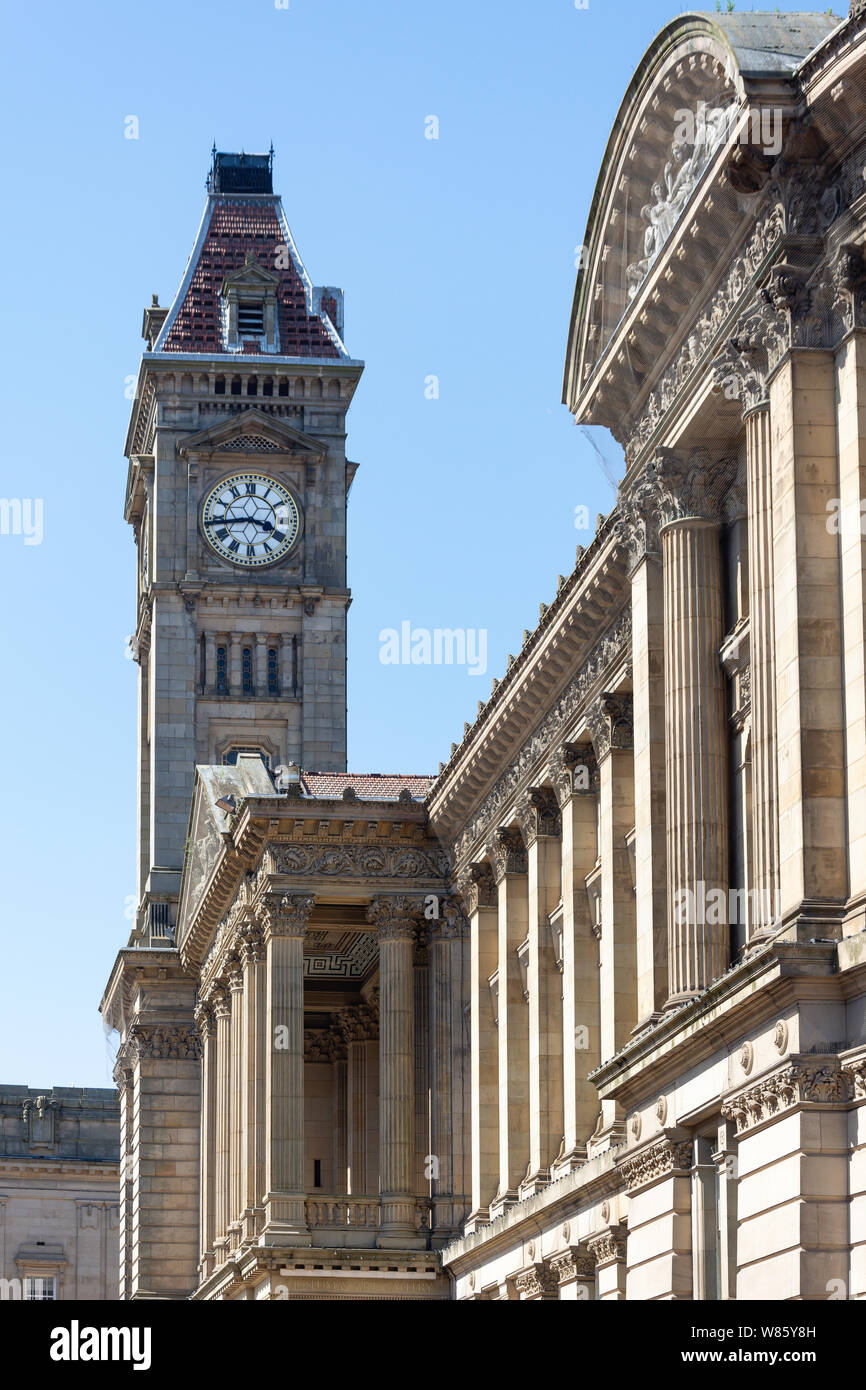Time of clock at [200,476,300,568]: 3:43
